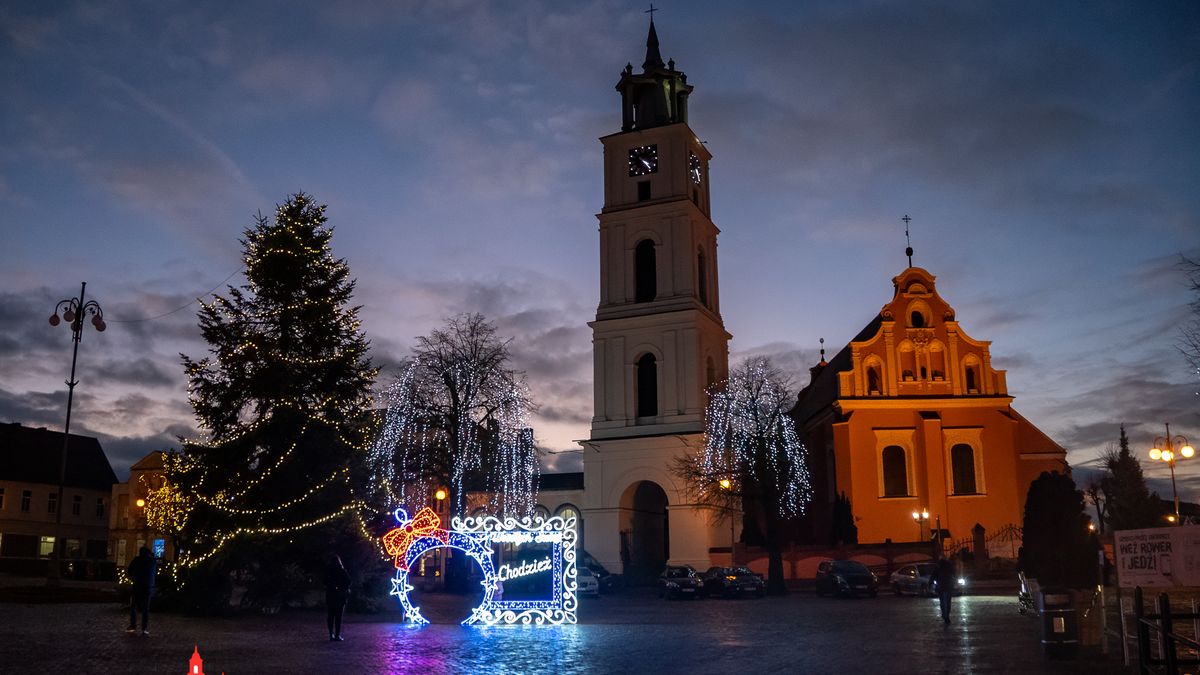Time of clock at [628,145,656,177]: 4:23
